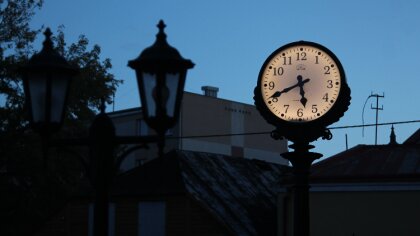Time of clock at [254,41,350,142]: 5:41
